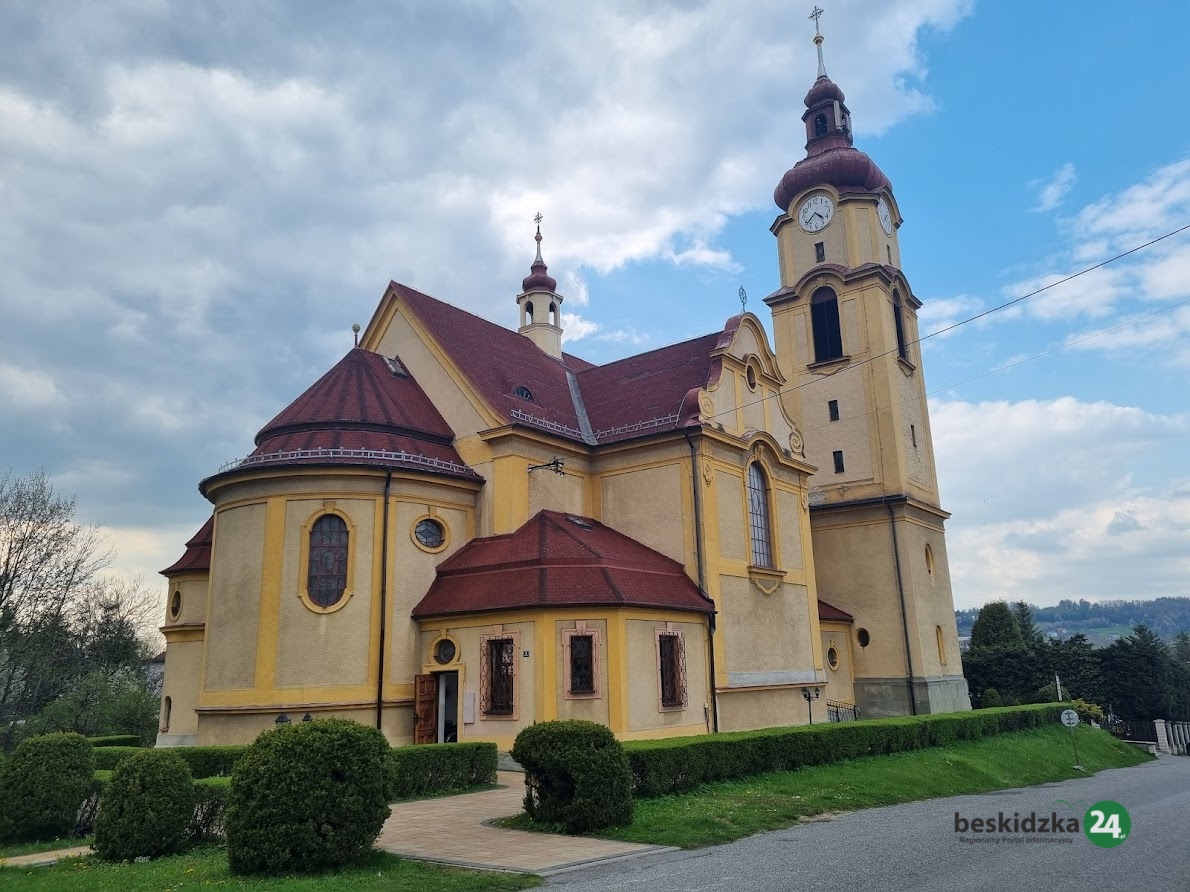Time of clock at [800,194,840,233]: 4:37
